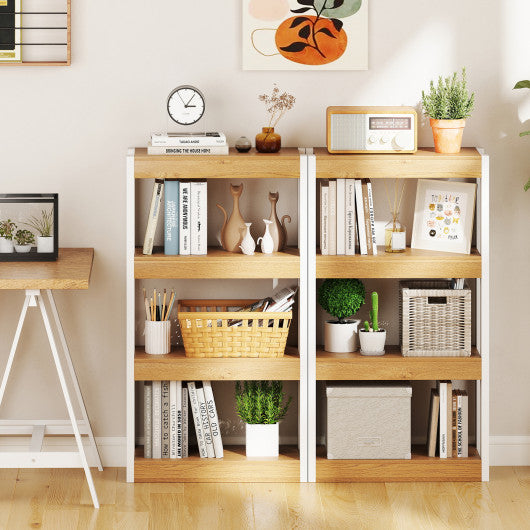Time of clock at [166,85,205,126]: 3:05
